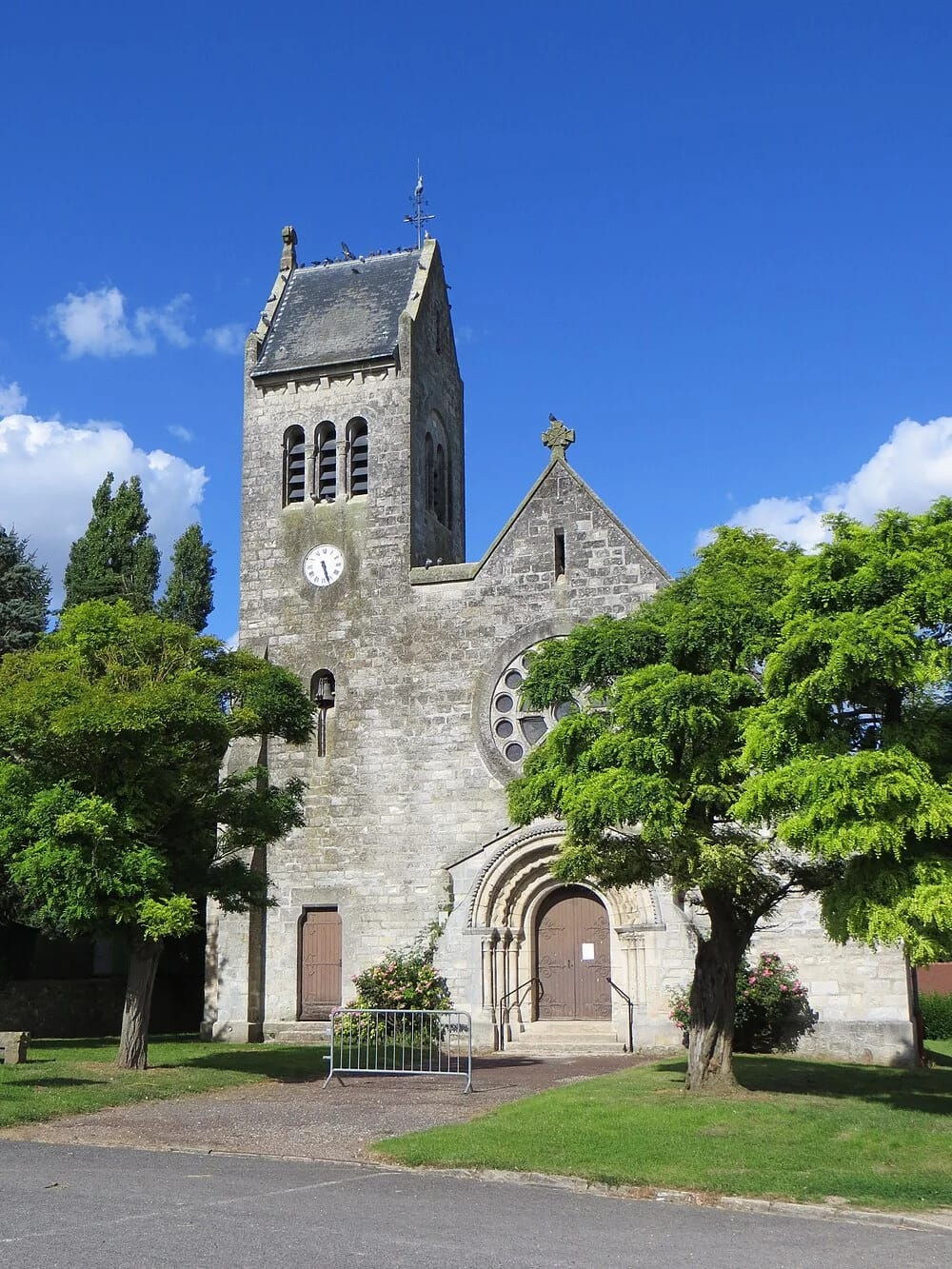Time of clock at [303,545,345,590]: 5:26
